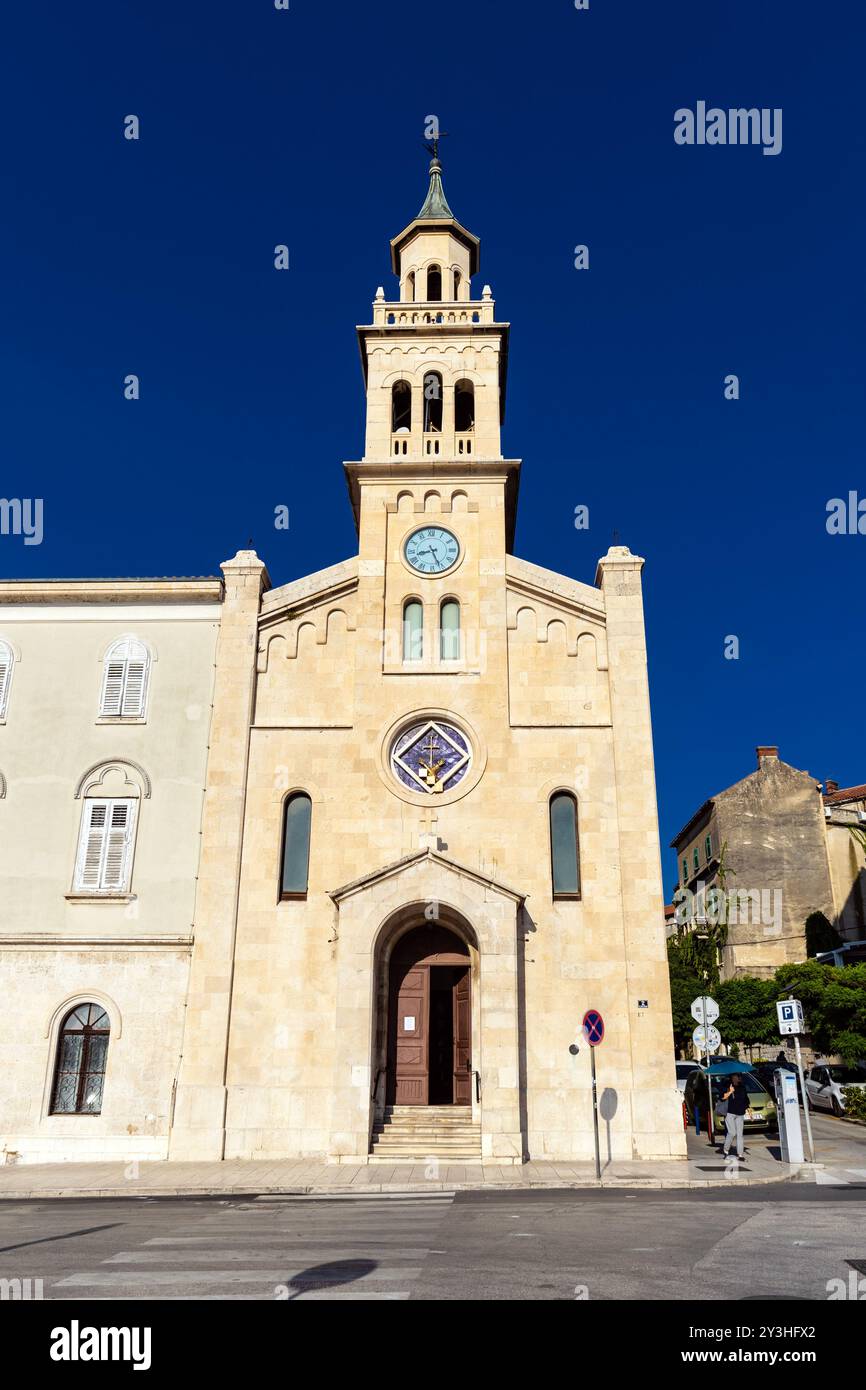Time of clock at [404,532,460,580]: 8:26
